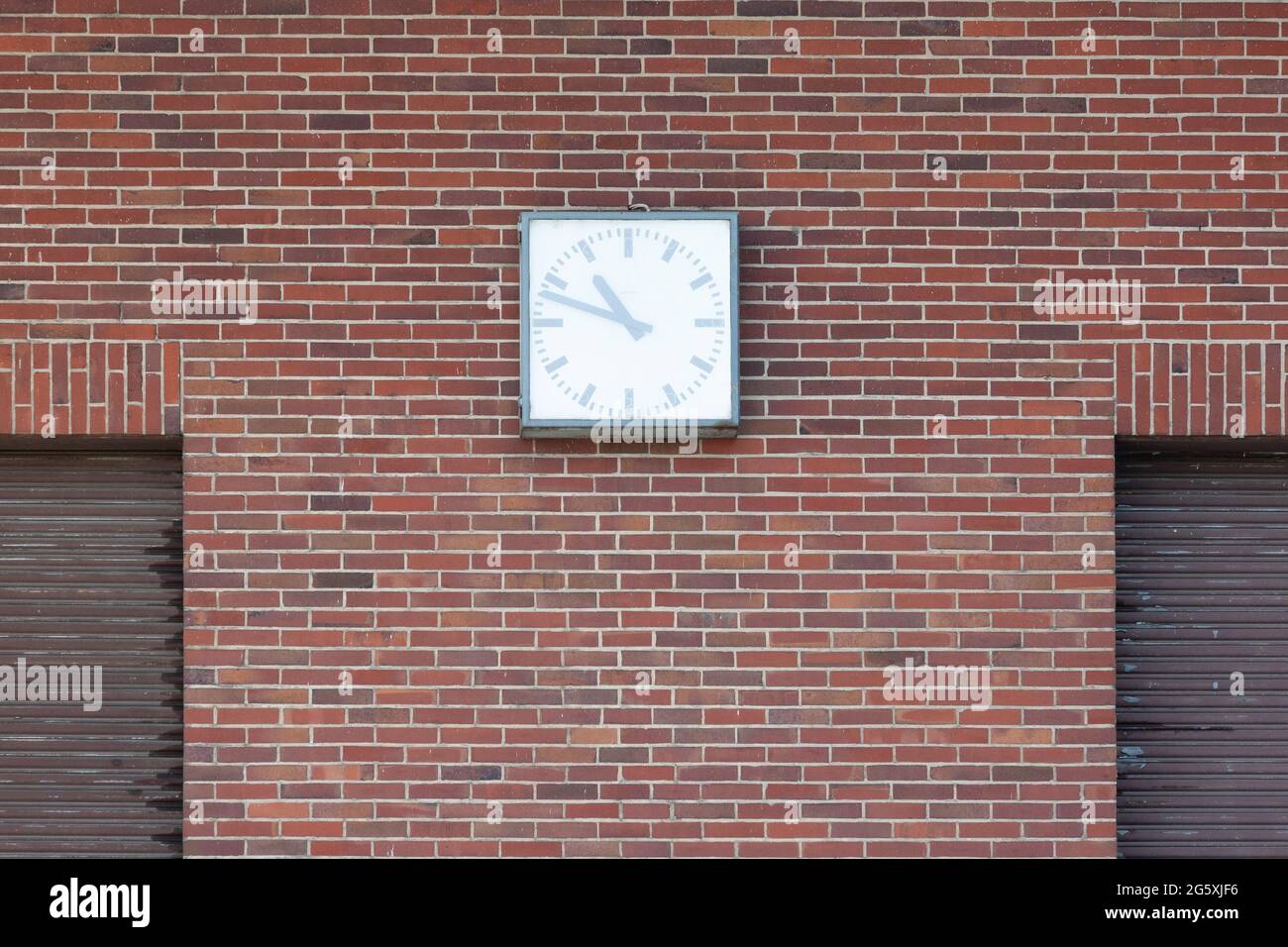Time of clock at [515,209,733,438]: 10:48
